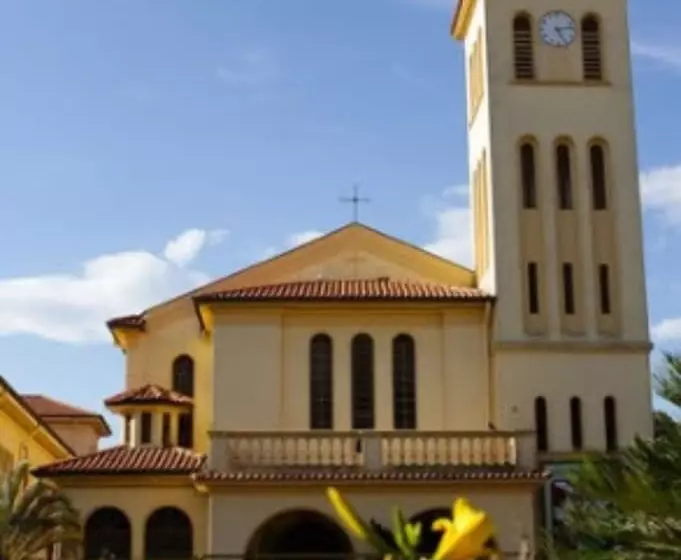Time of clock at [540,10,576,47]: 5:13
